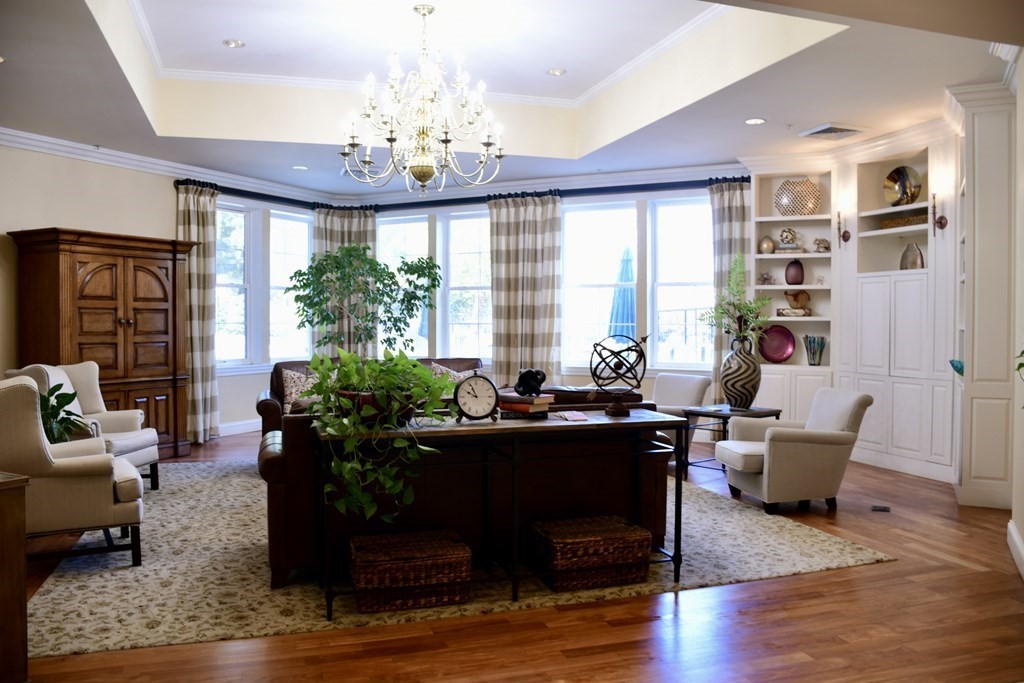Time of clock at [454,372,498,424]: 9:55
